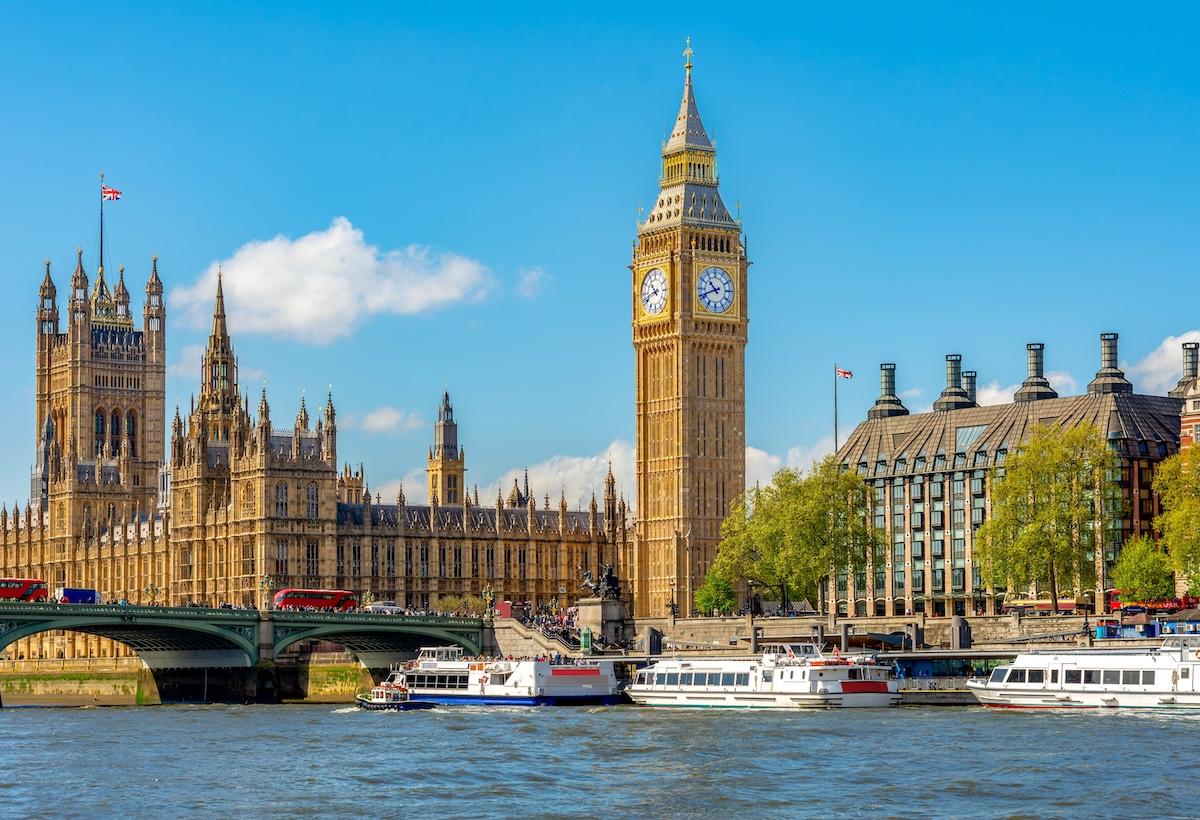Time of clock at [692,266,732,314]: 10:41
